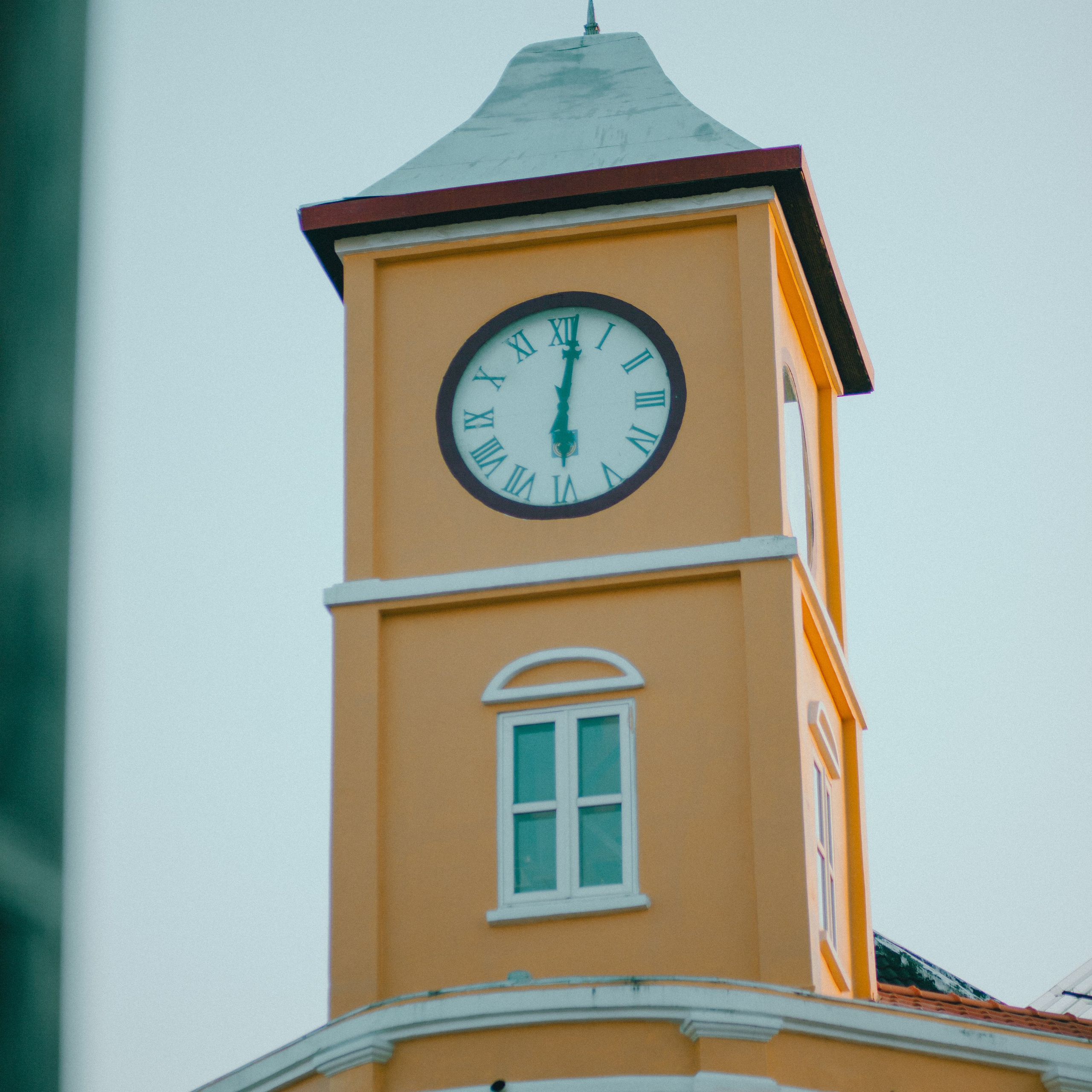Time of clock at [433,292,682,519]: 6:01
